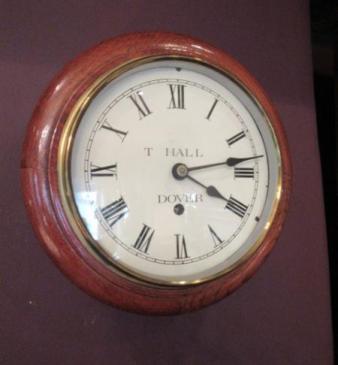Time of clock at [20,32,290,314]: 4:13
